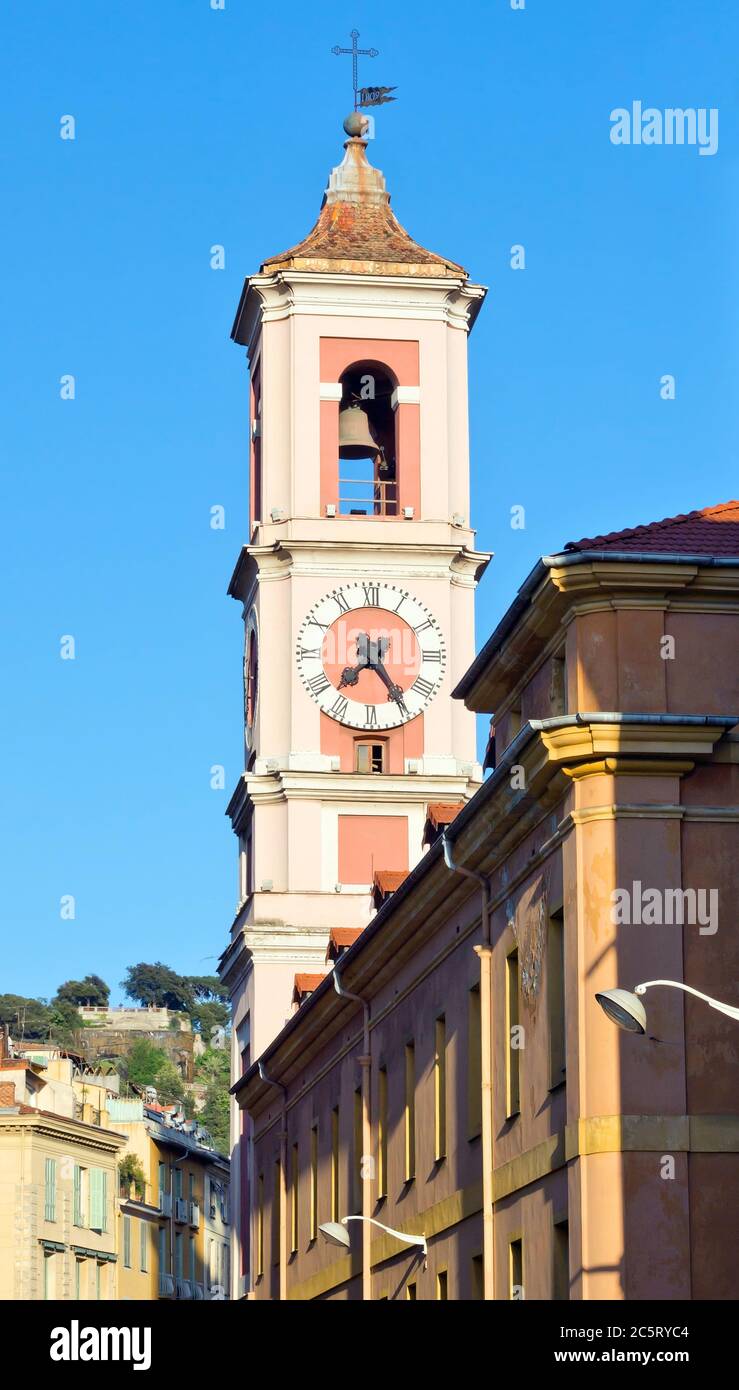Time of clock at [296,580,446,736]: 7:24
